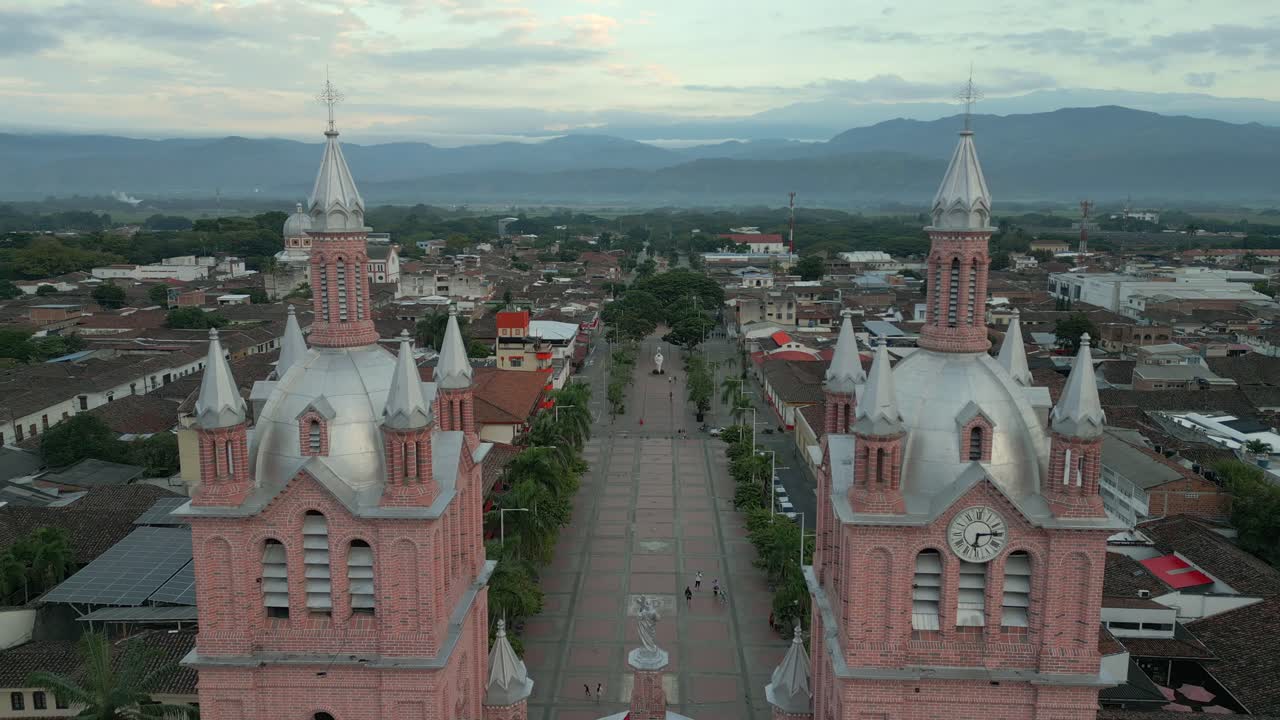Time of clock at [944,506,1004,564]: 6:14
